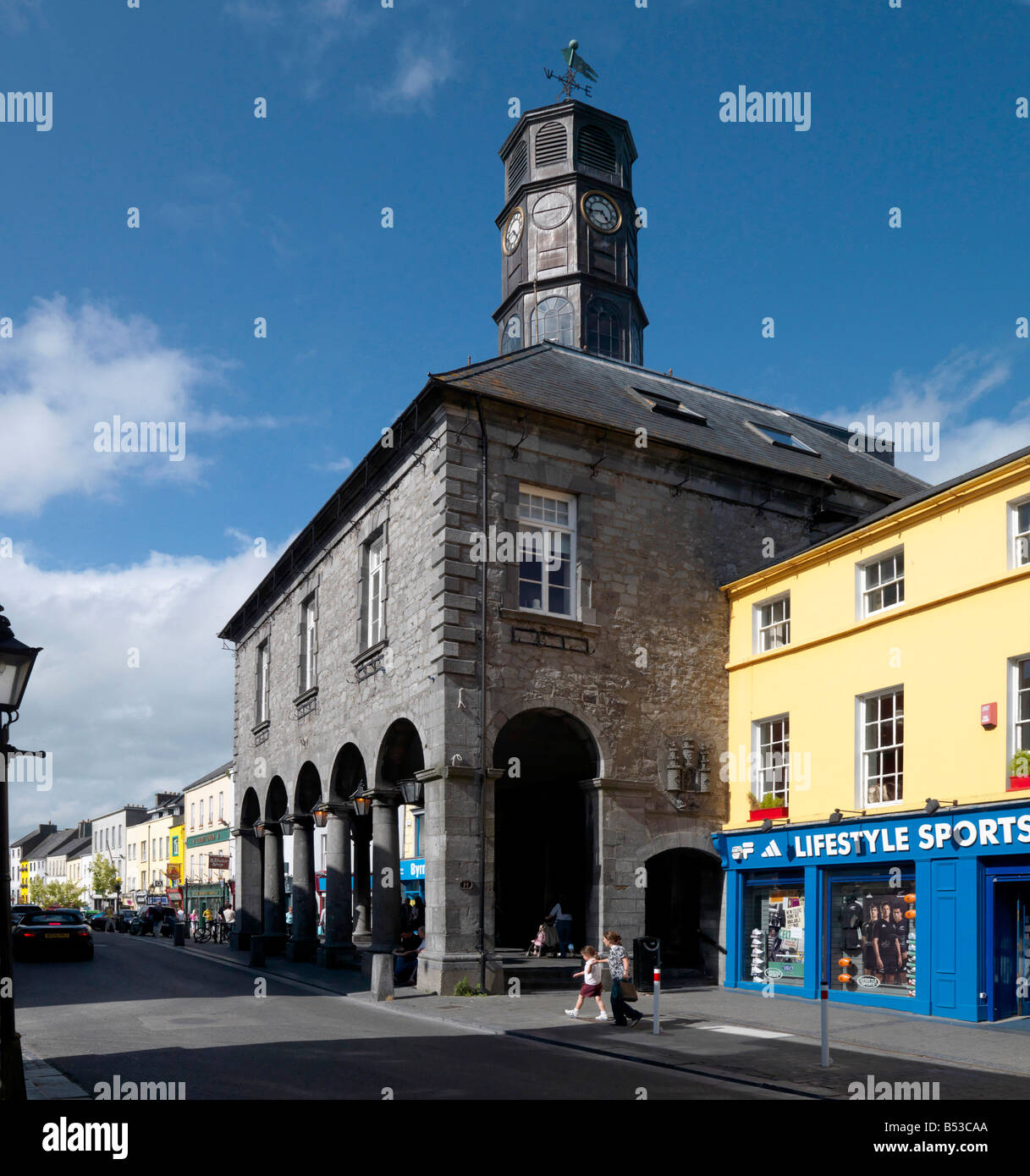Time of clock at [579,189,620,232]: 4:42
